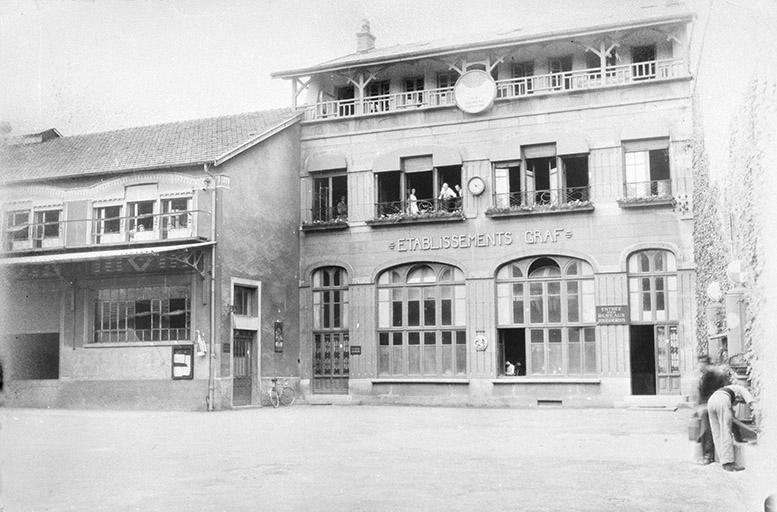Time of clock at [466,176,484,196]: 4:12
